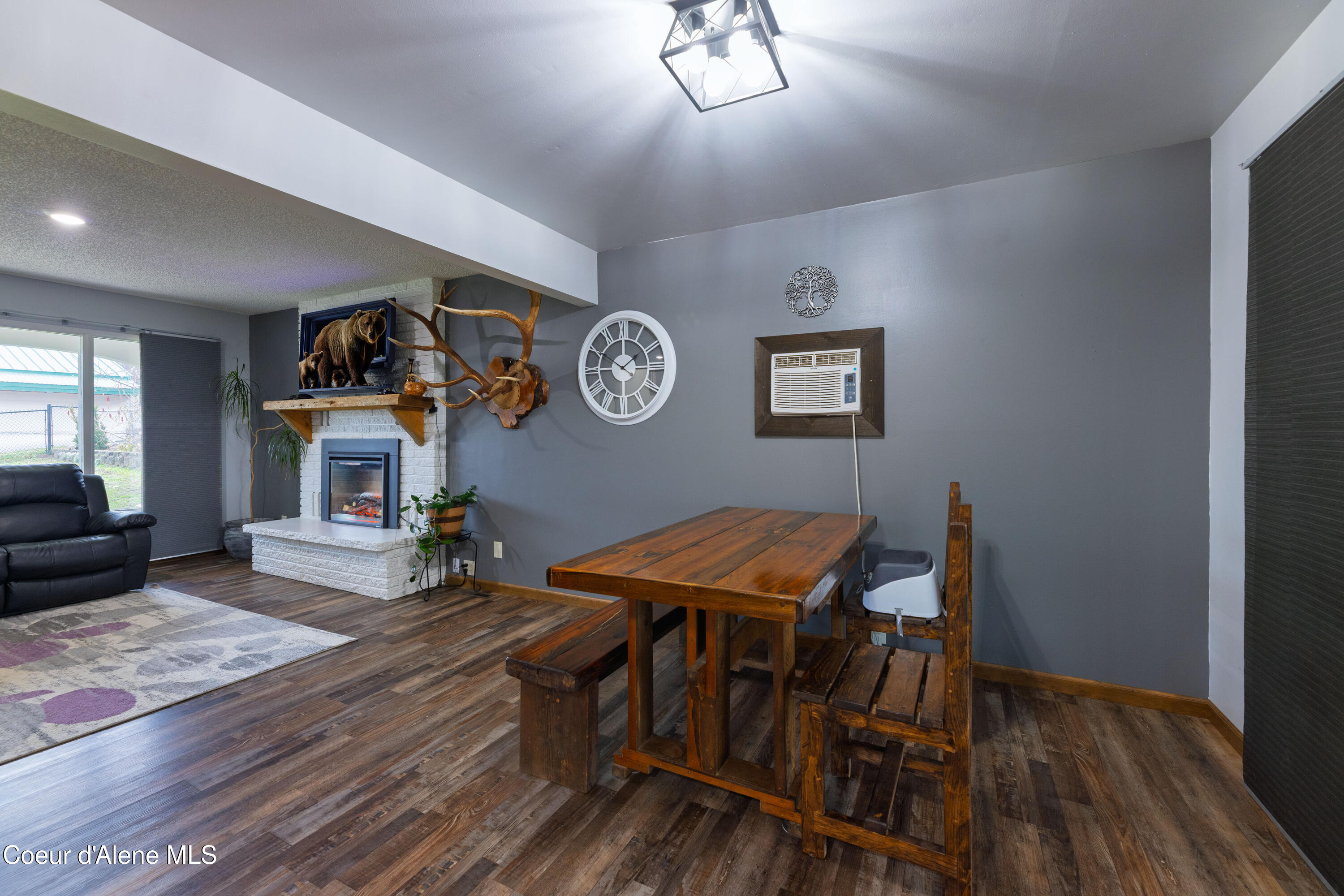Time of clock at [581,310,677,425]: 1:50
